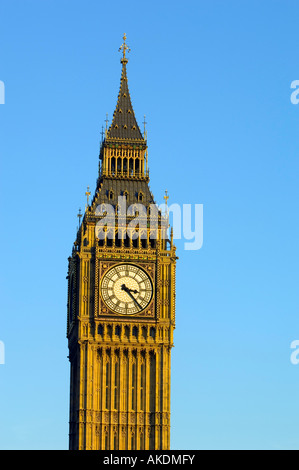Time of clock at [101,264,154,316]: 3:23
